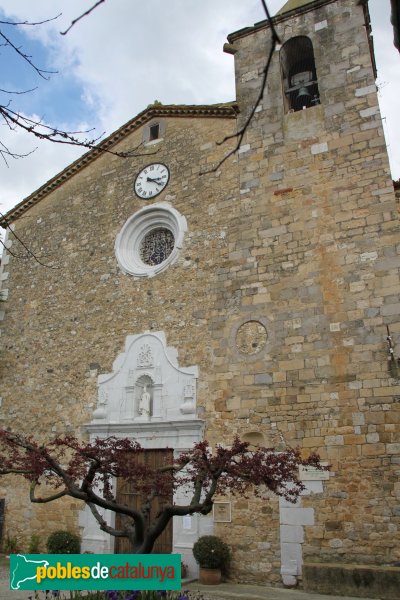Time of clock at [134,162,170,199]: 3:21
